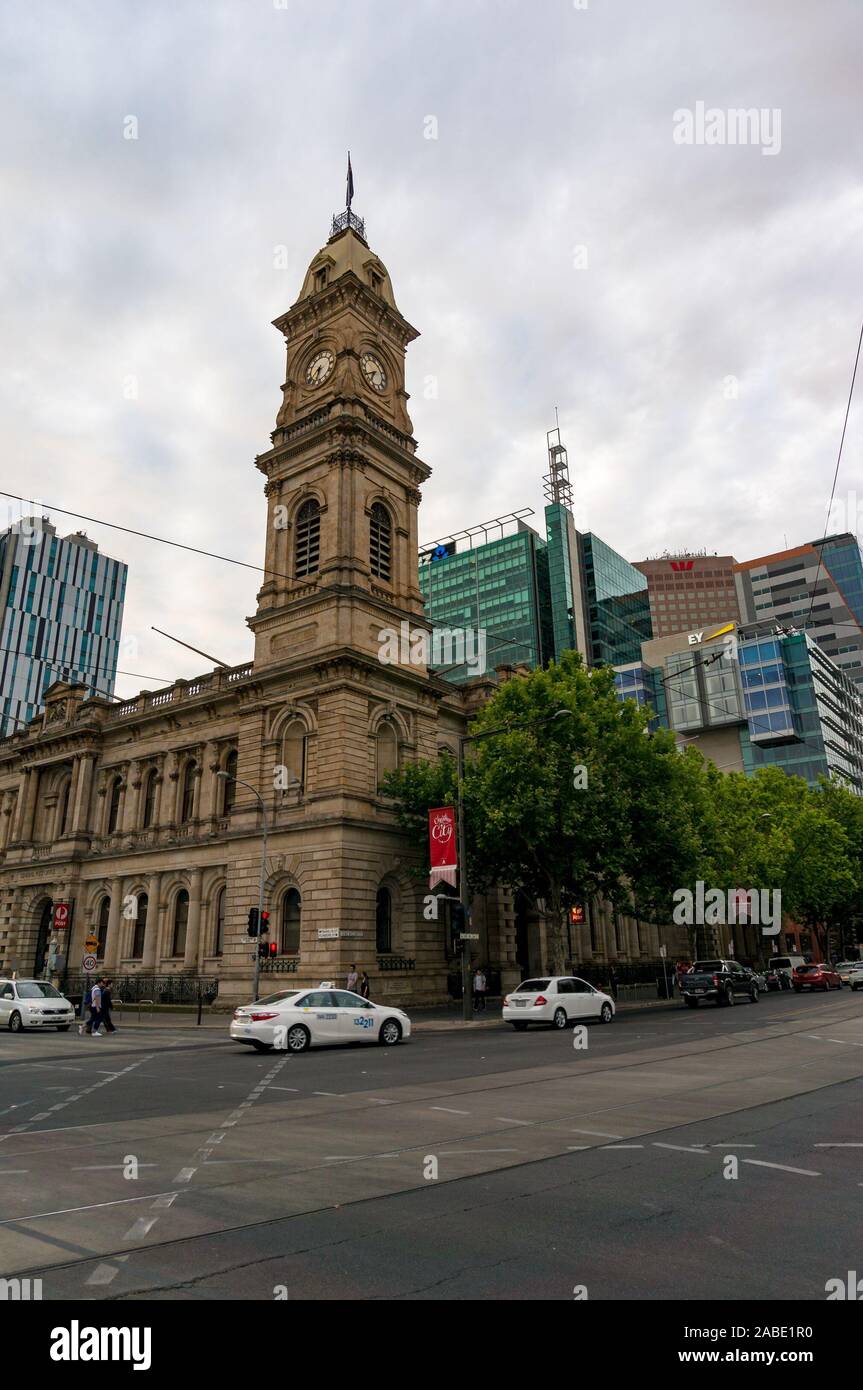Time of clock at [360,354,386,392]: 6:40
